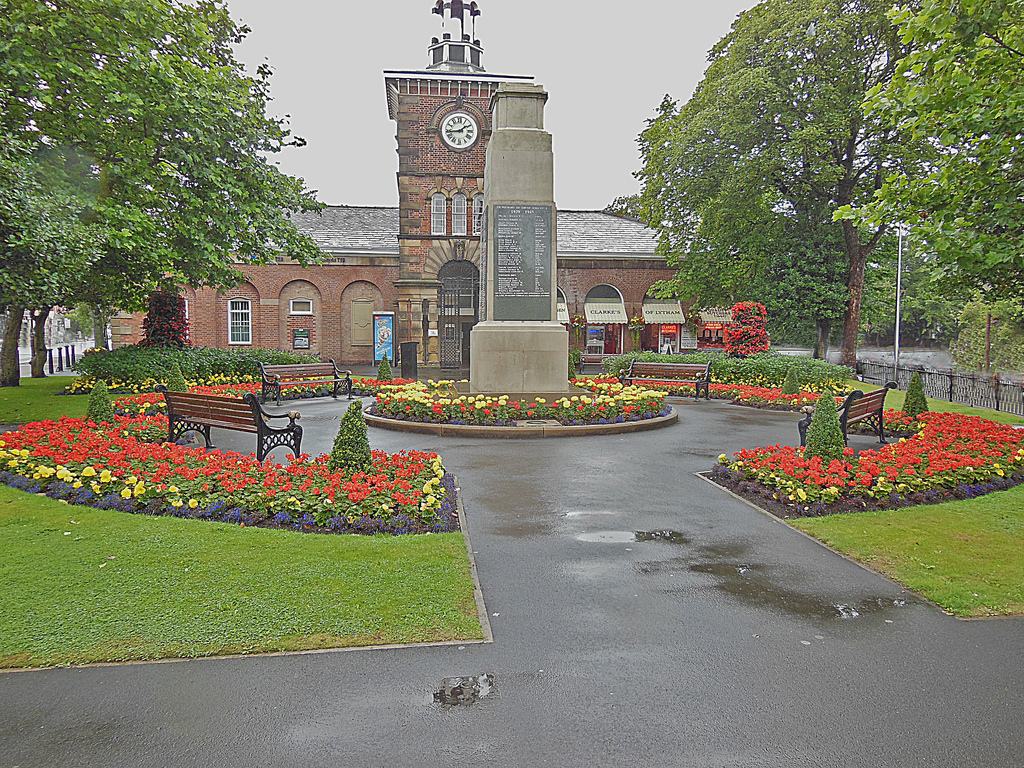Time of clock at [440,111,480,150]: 1:43
